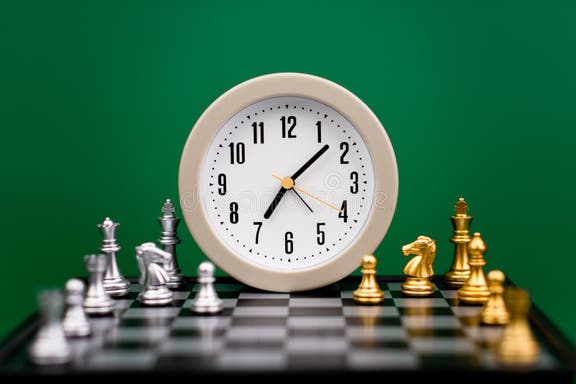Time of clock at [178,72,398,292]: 7:07
